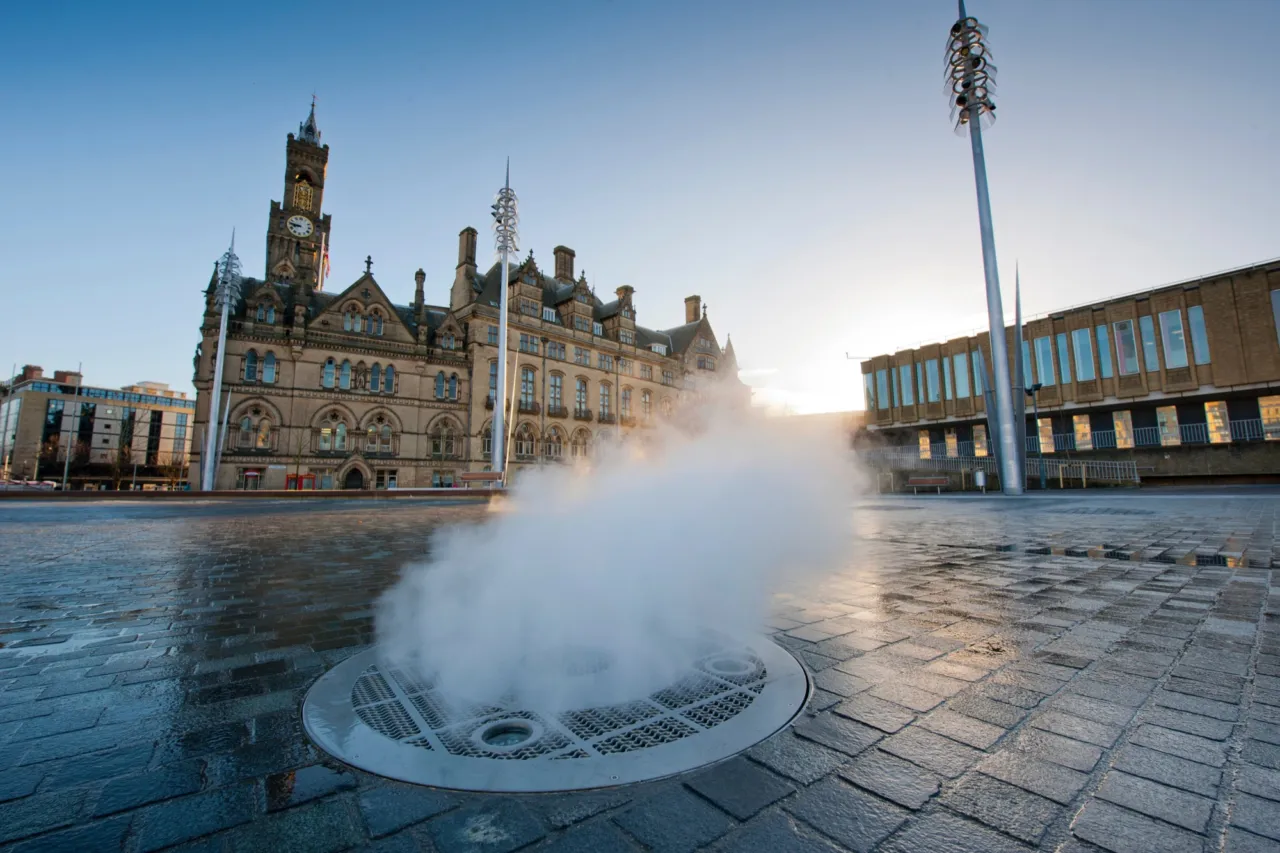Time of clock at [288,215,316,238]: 8:46
